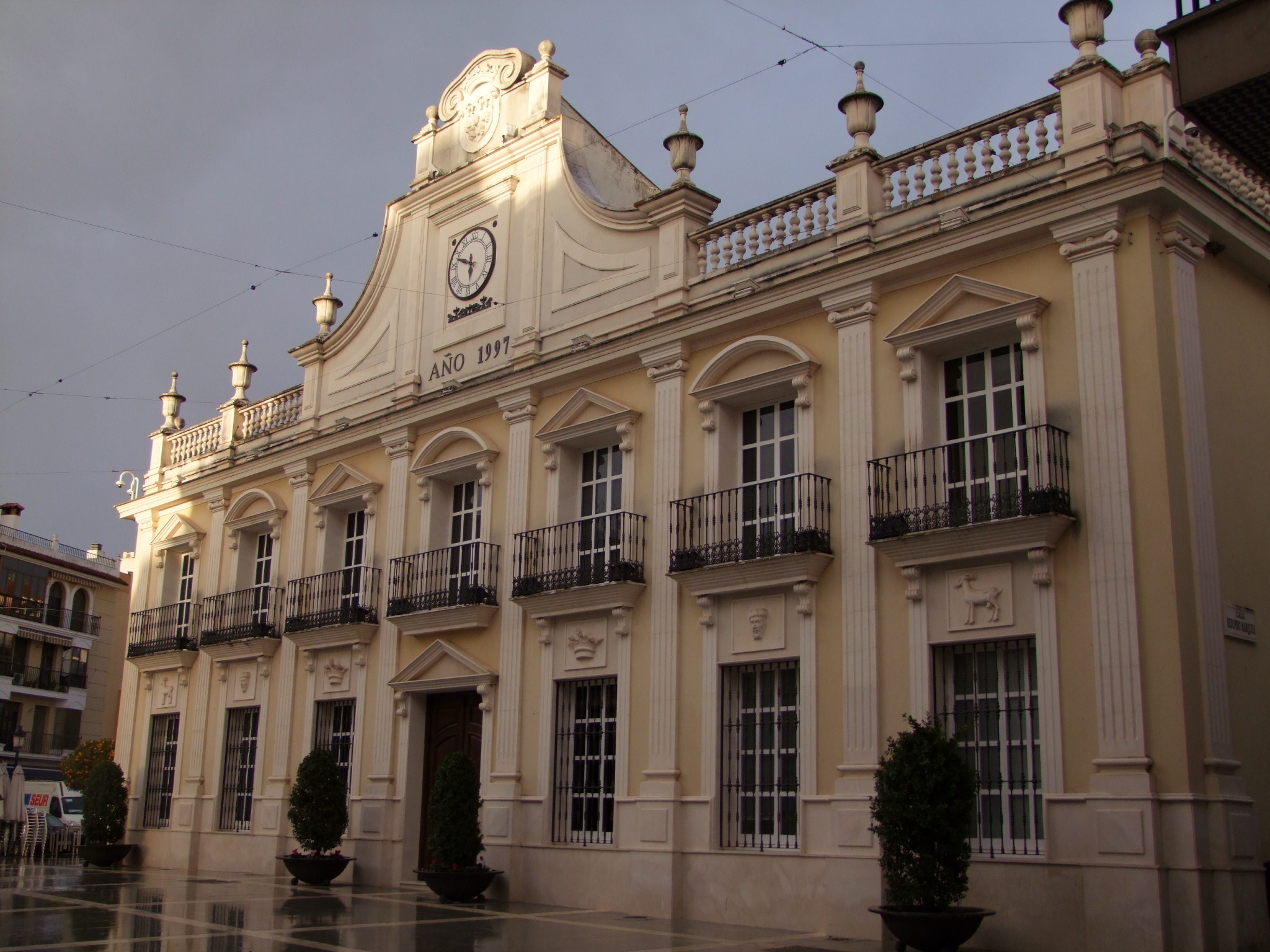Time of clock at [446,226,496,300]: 5:48
